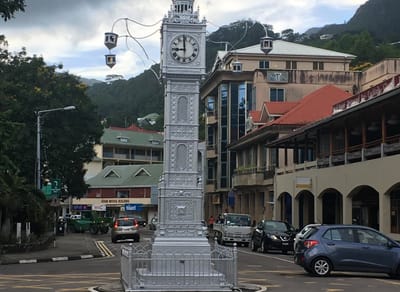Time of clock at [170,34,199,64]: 8:59
